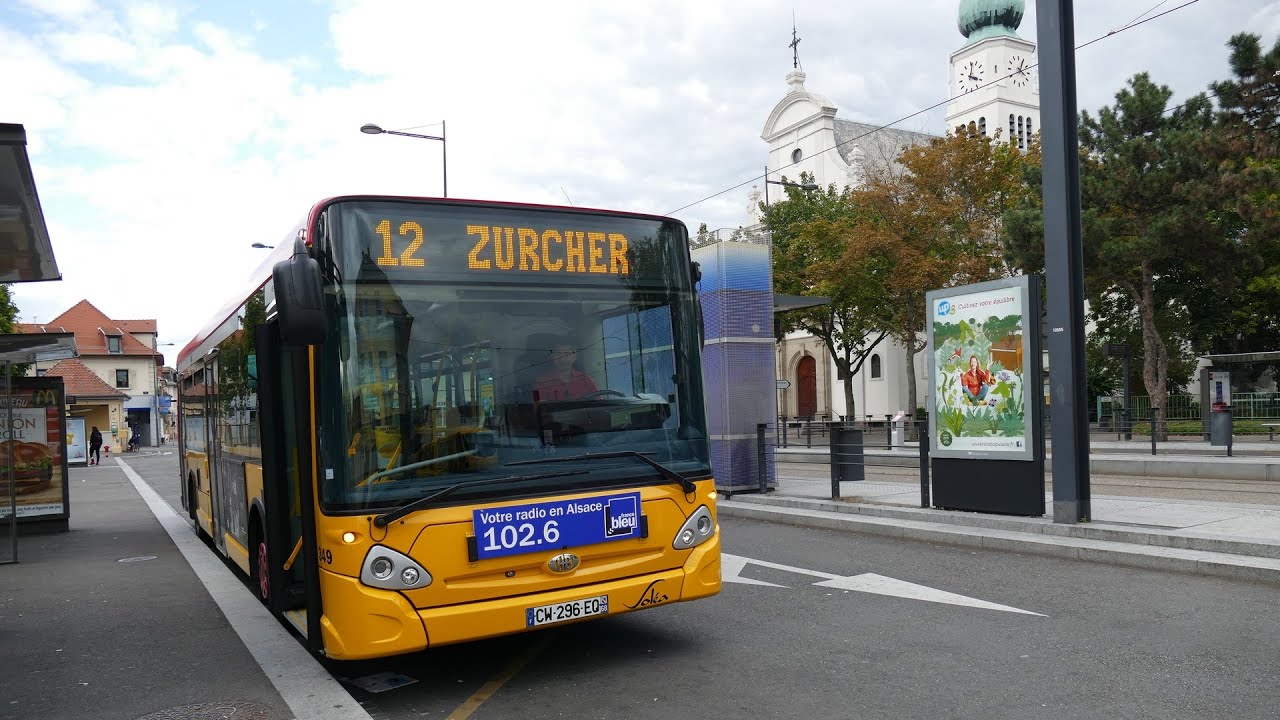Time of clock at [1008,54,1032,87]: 12:40
